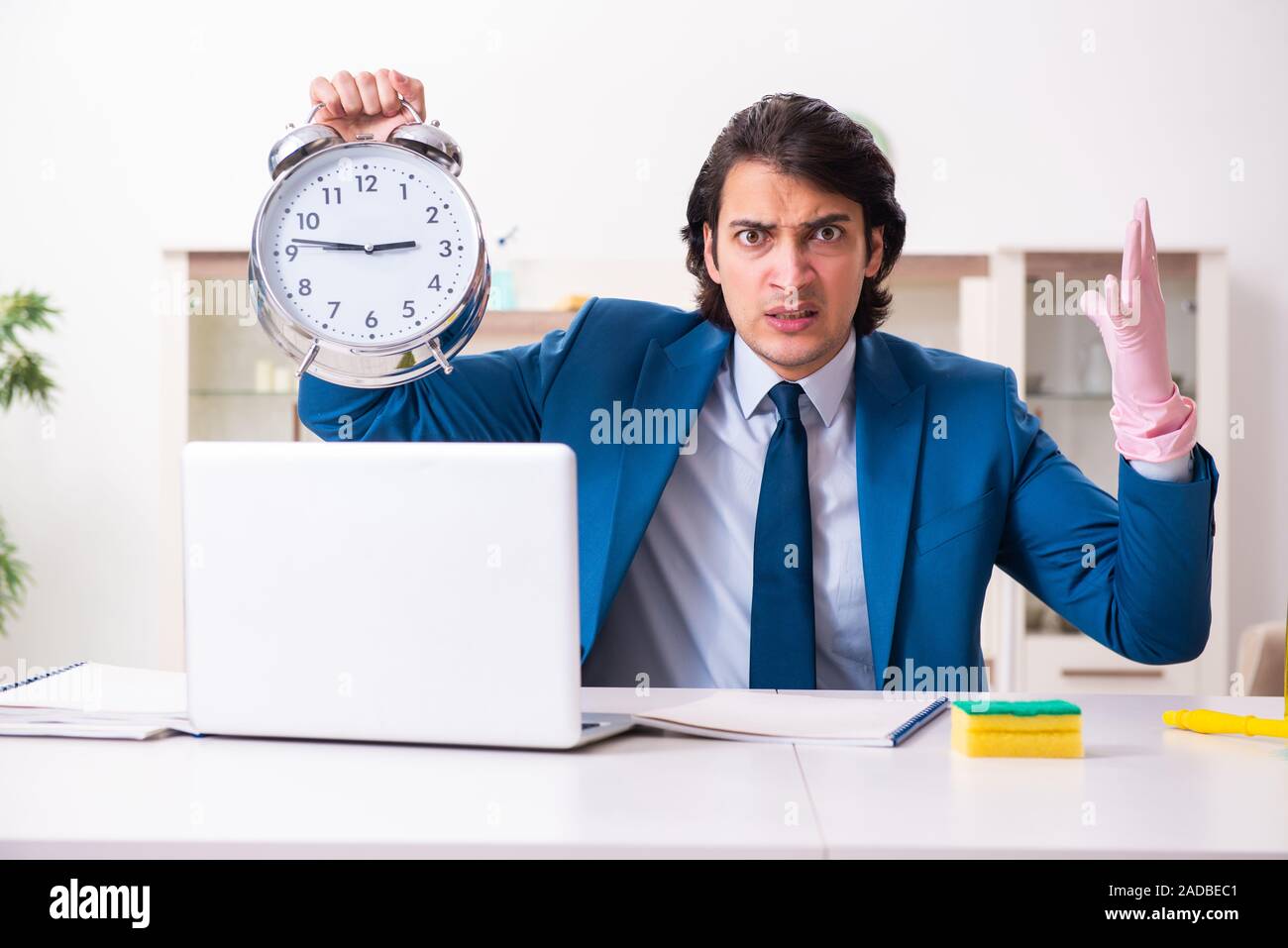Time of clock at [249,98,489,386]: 2:46
